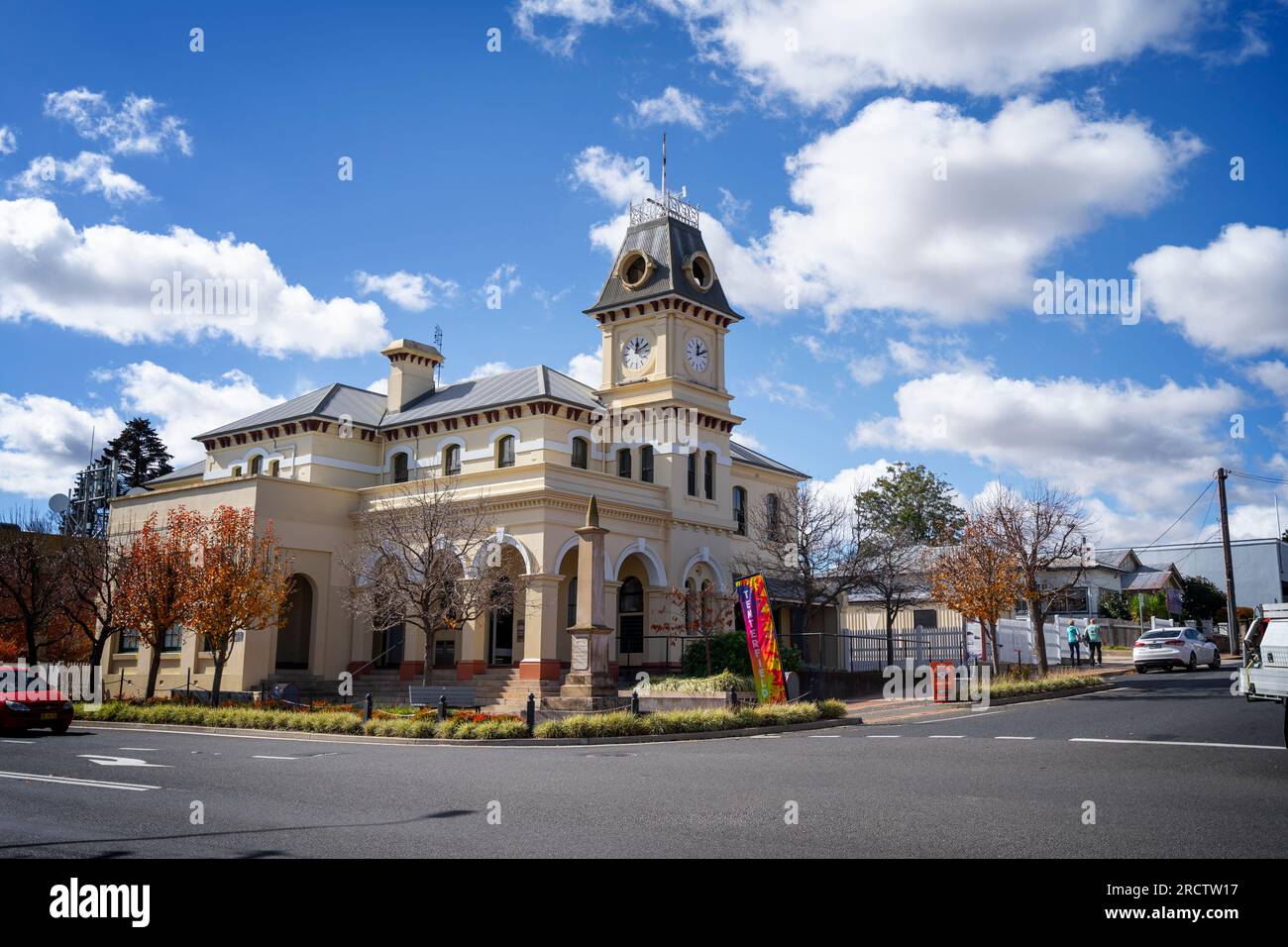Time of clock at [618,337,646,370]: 12:10
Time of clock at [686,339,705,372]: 12:10
